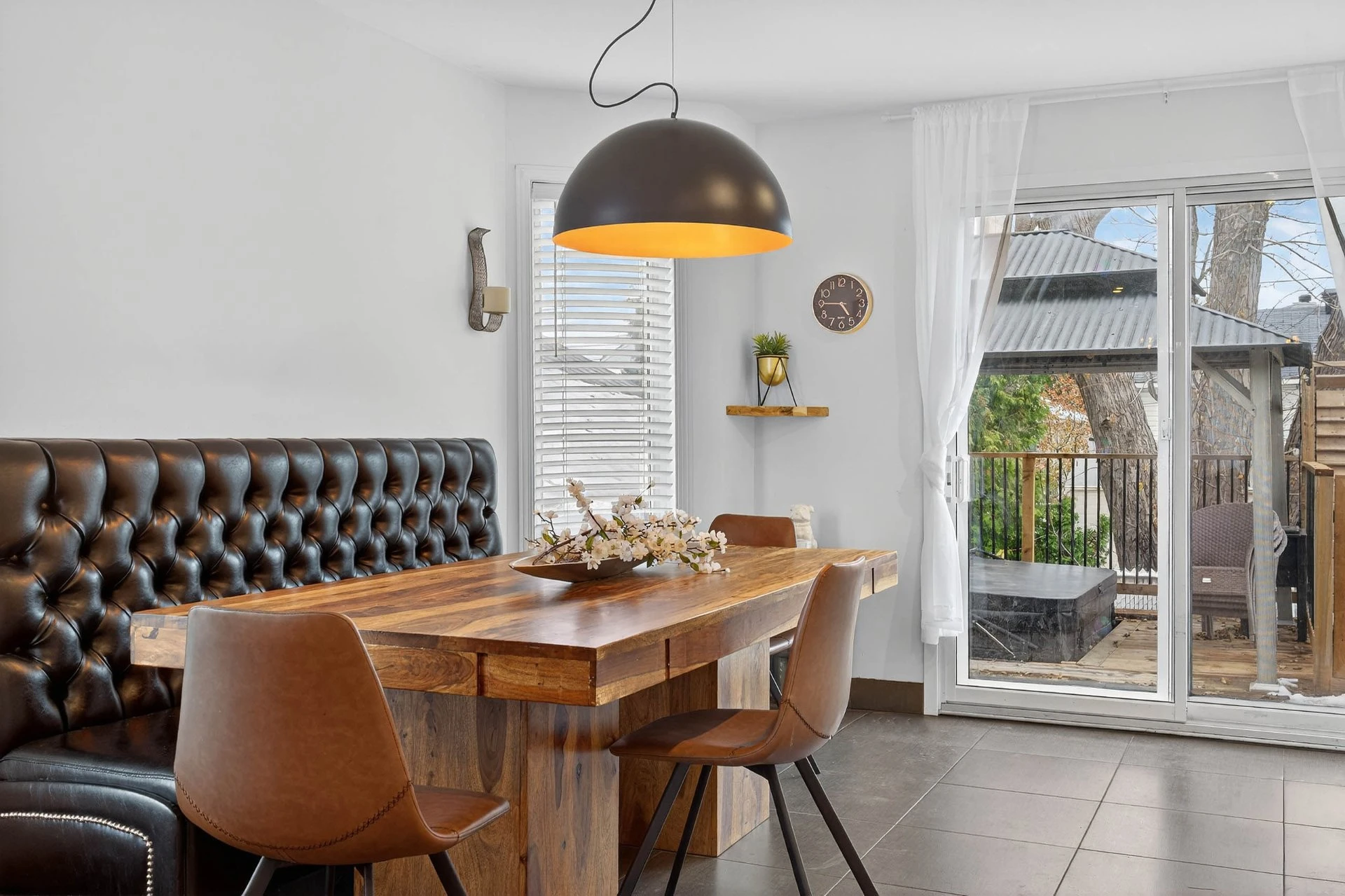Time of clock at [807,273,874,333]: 4:45
